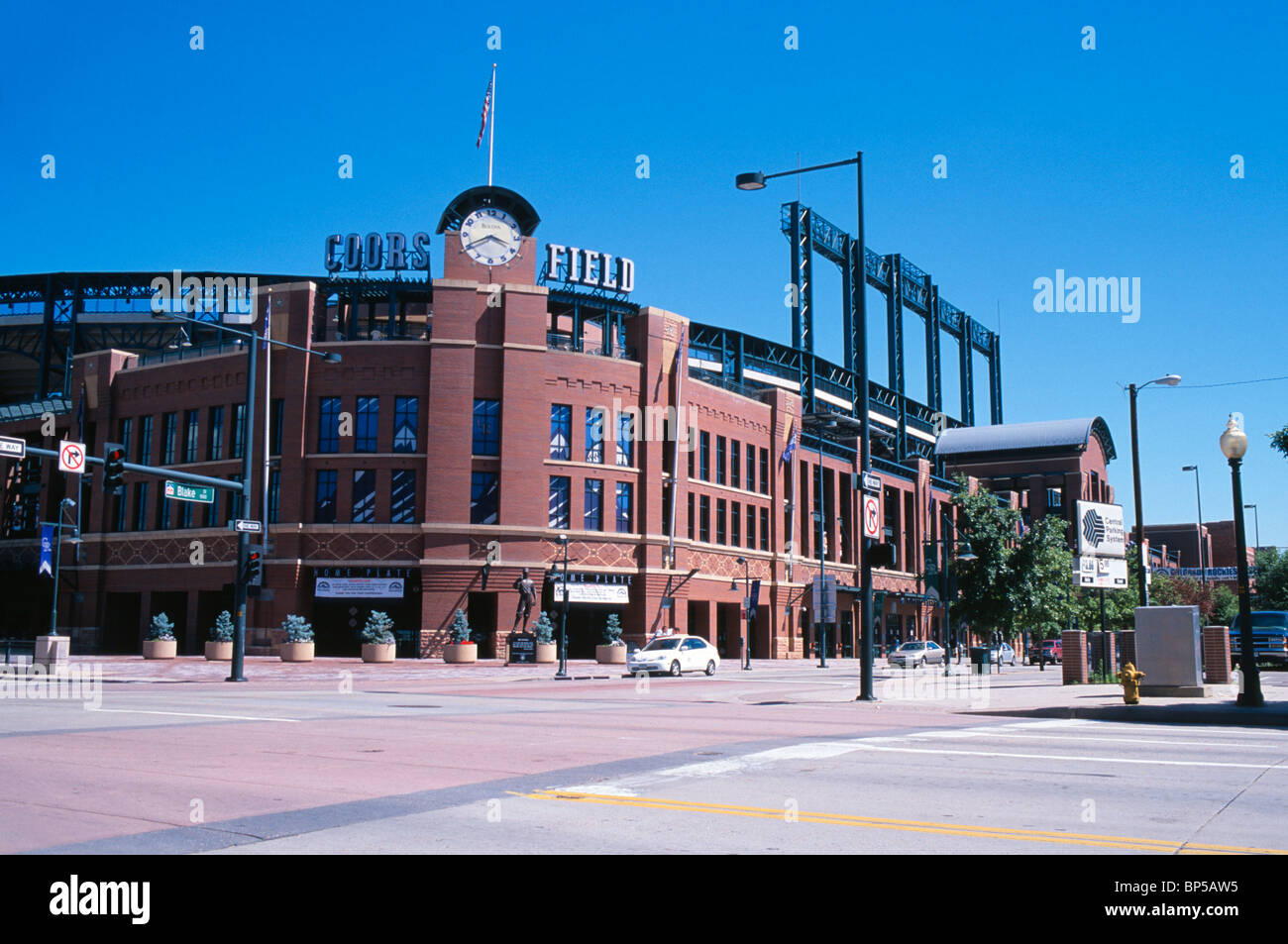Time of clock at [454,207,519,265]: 3:40
